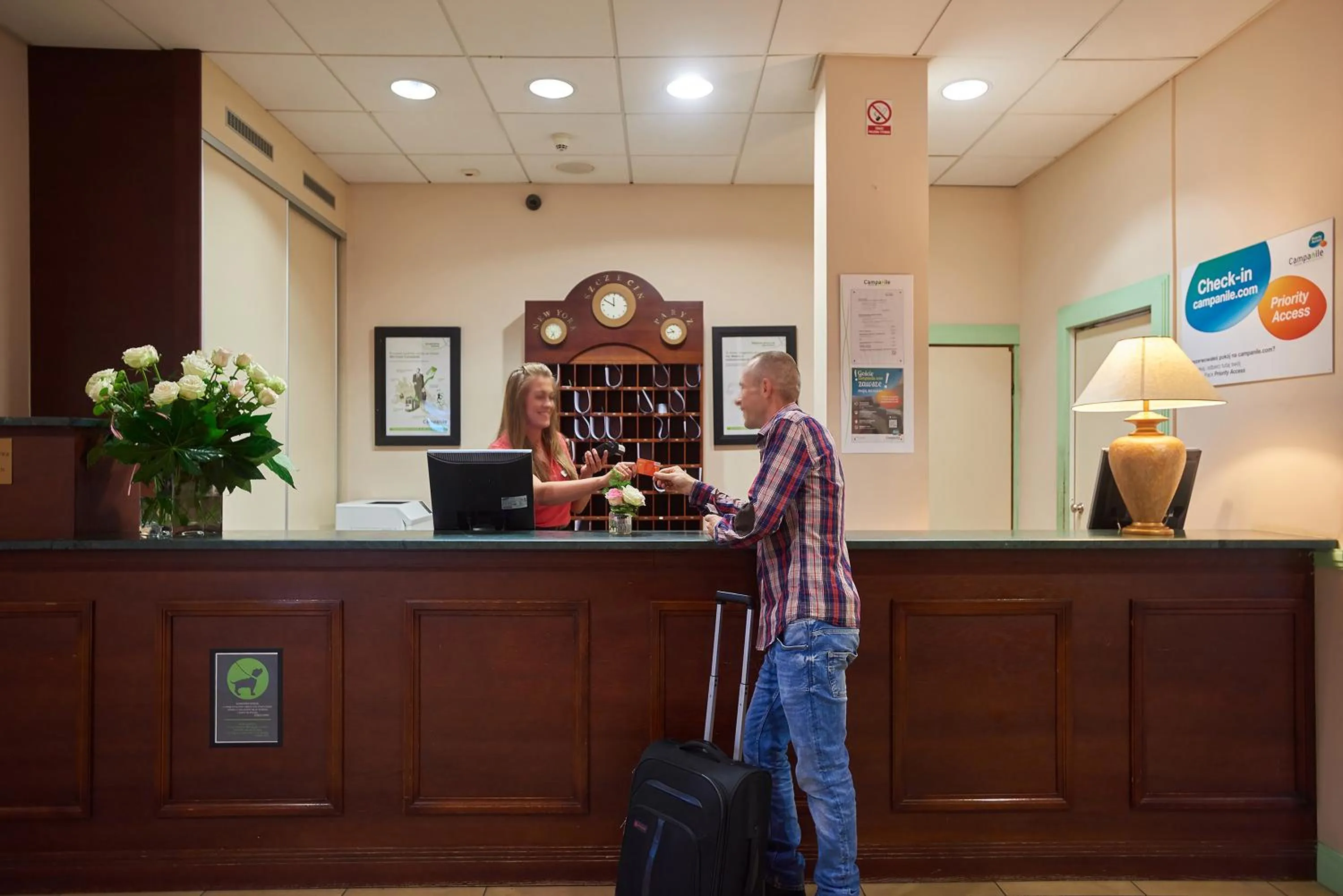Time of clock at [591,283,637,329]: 11:49
